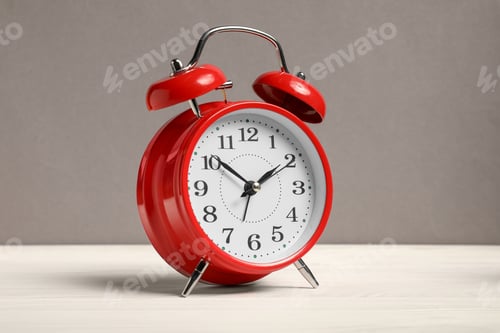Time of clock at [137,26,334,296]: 1:51
